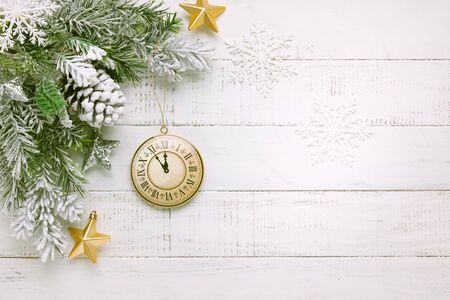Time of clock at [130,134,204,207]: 11:54
